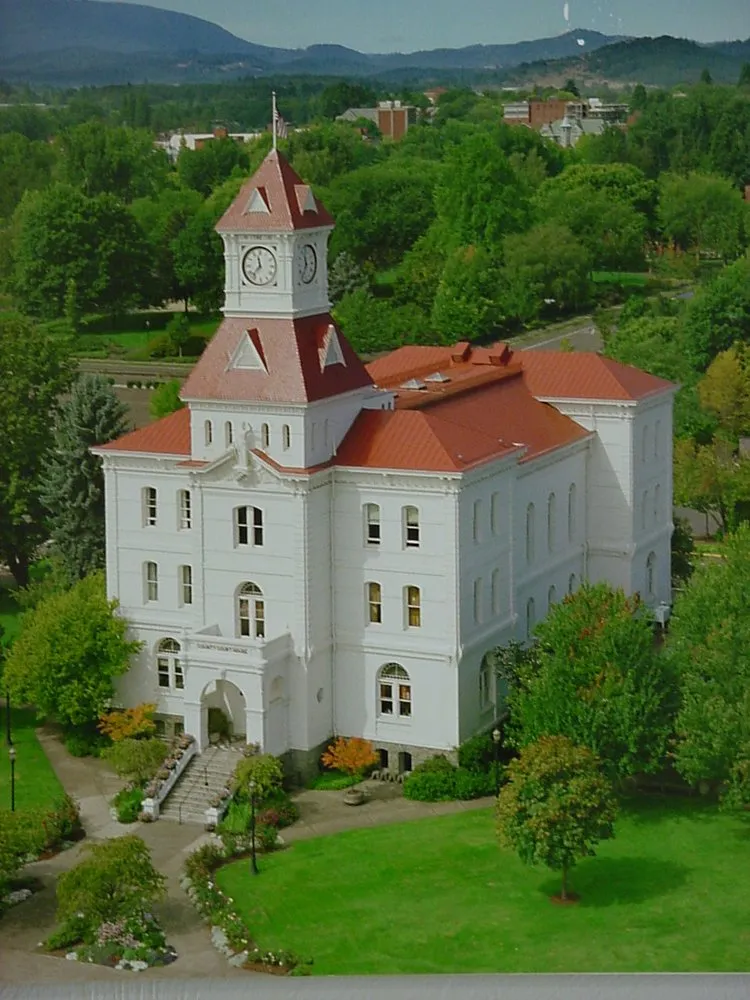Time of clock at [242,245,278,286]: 11:36
